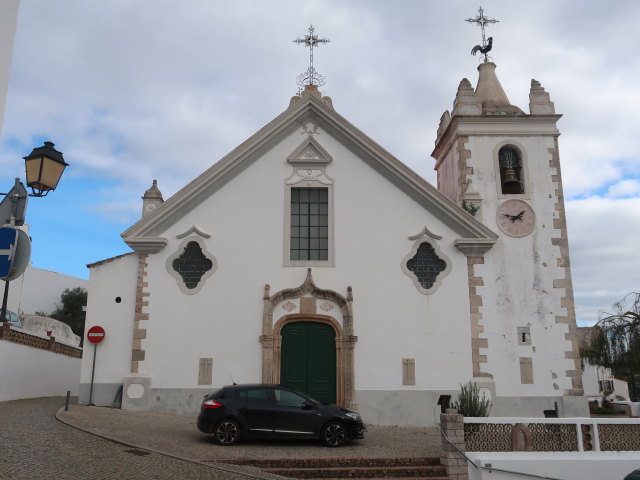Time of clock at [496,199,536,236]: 1:46
